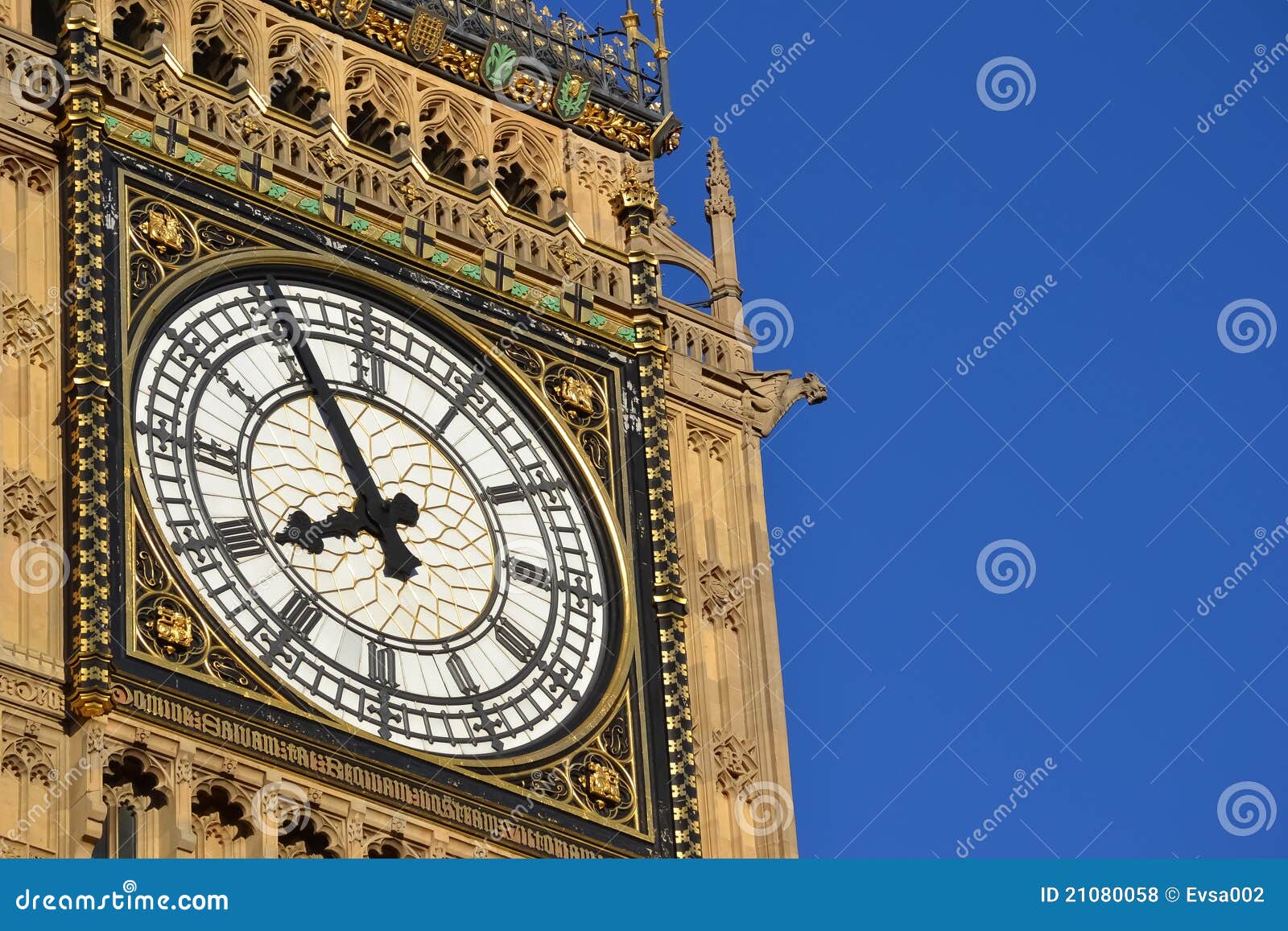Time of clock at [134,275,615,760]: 7:55
